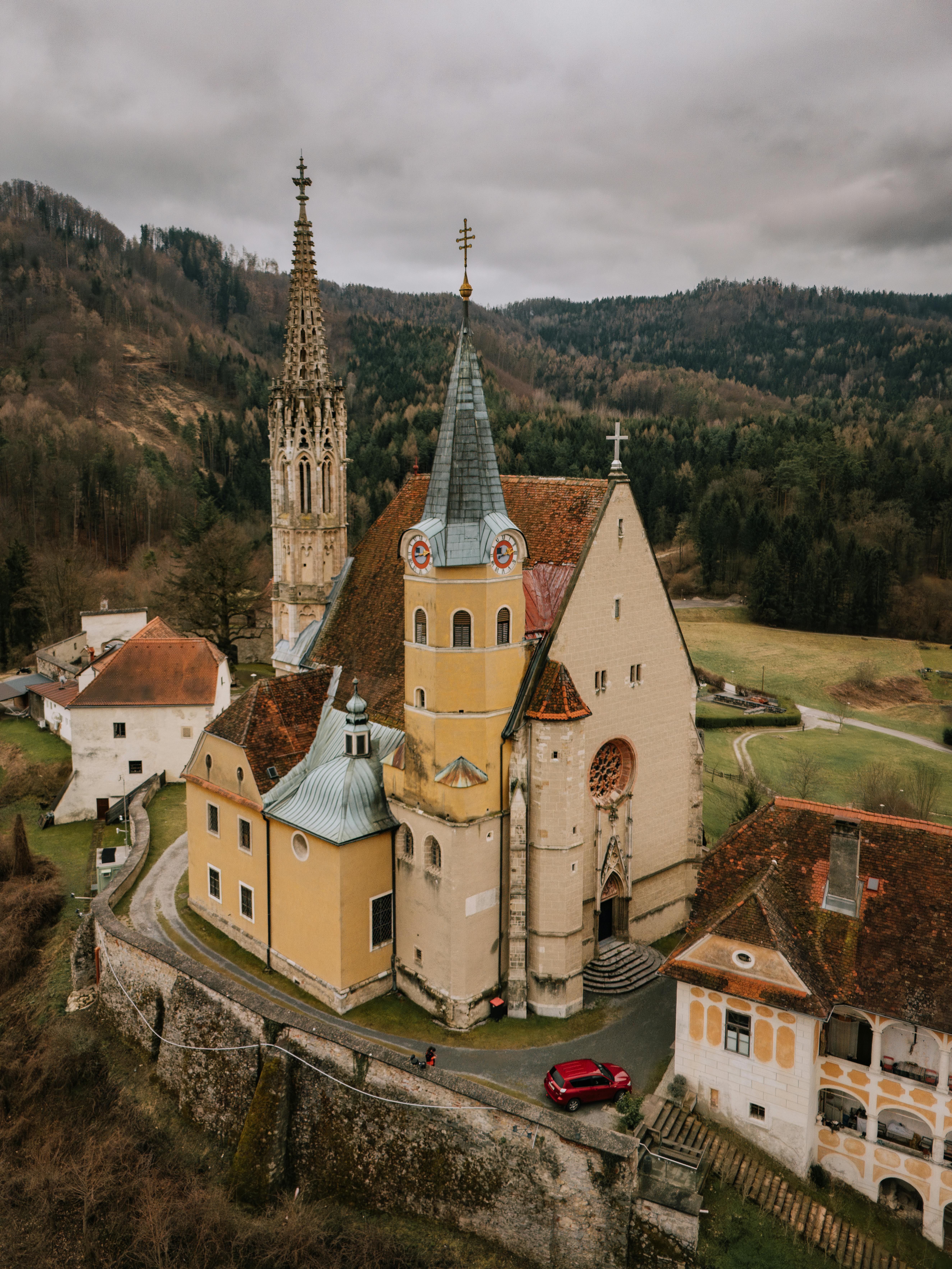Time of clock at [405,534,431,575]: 2:42
